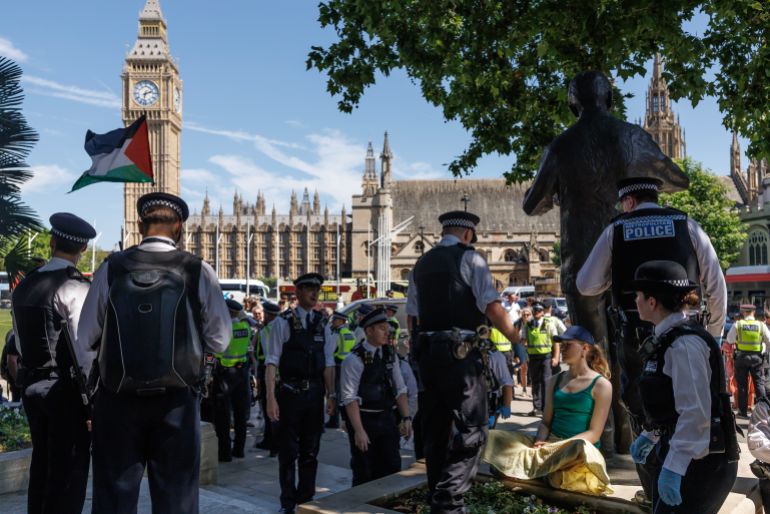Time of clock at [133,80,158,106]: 2:32
